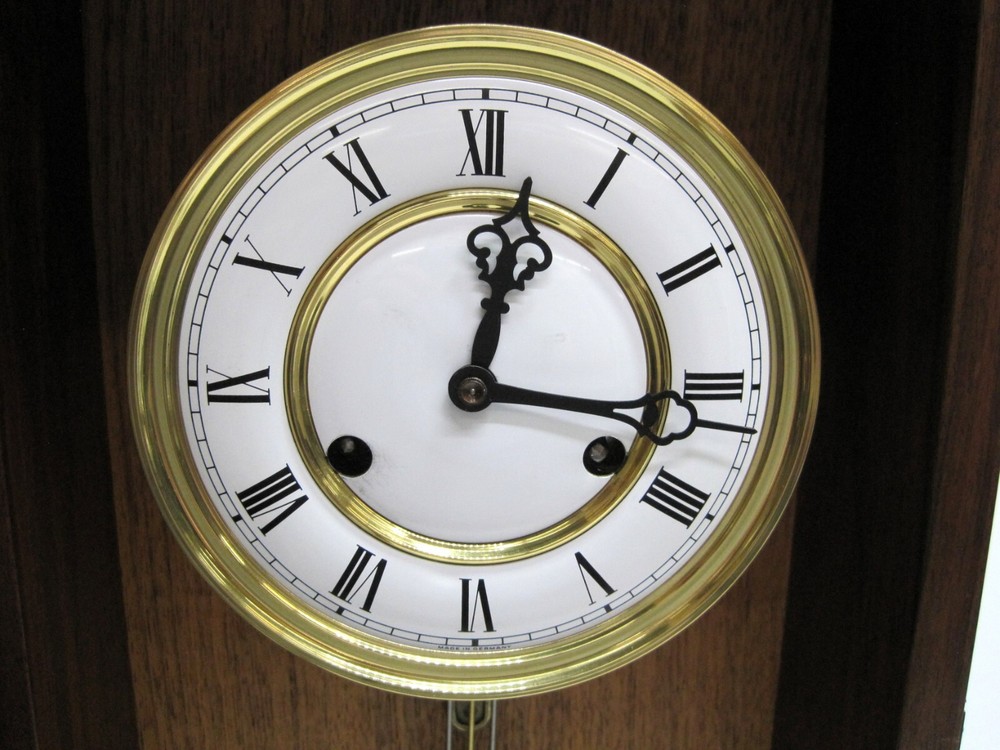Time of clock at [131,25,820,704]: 12:16
